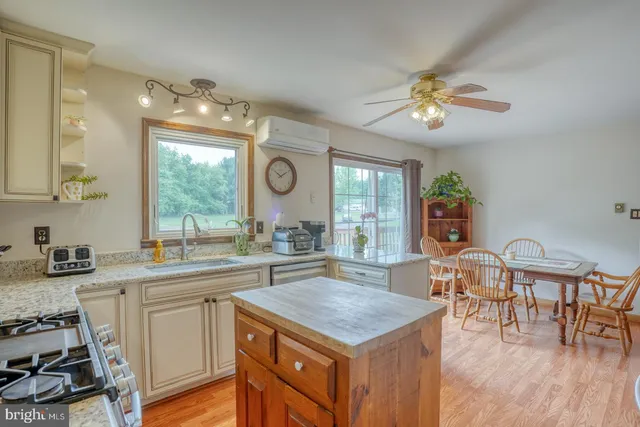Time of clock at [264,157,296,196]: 1:50
